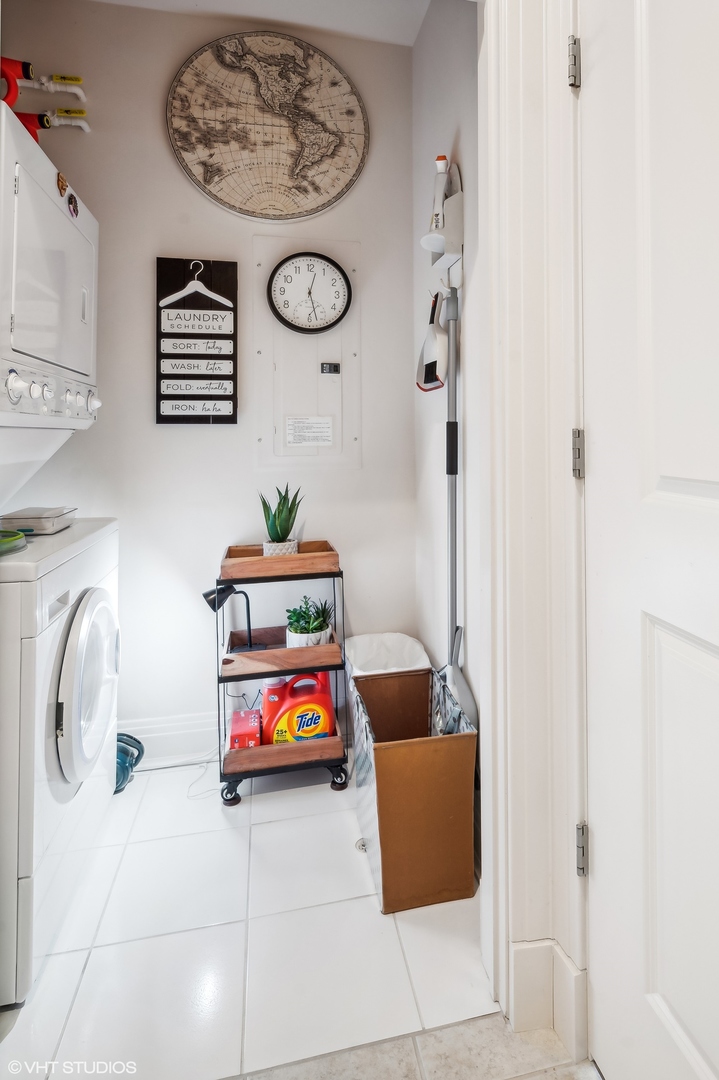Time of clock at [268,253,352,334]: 12:27
